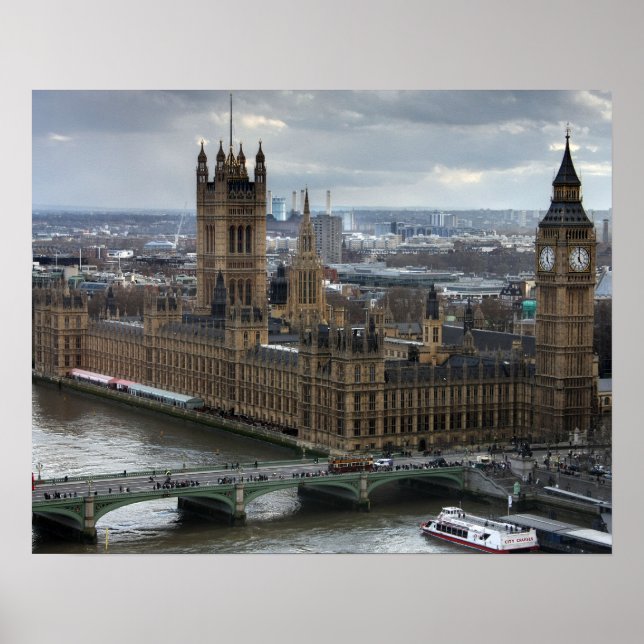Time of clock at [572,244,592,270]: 5:00
